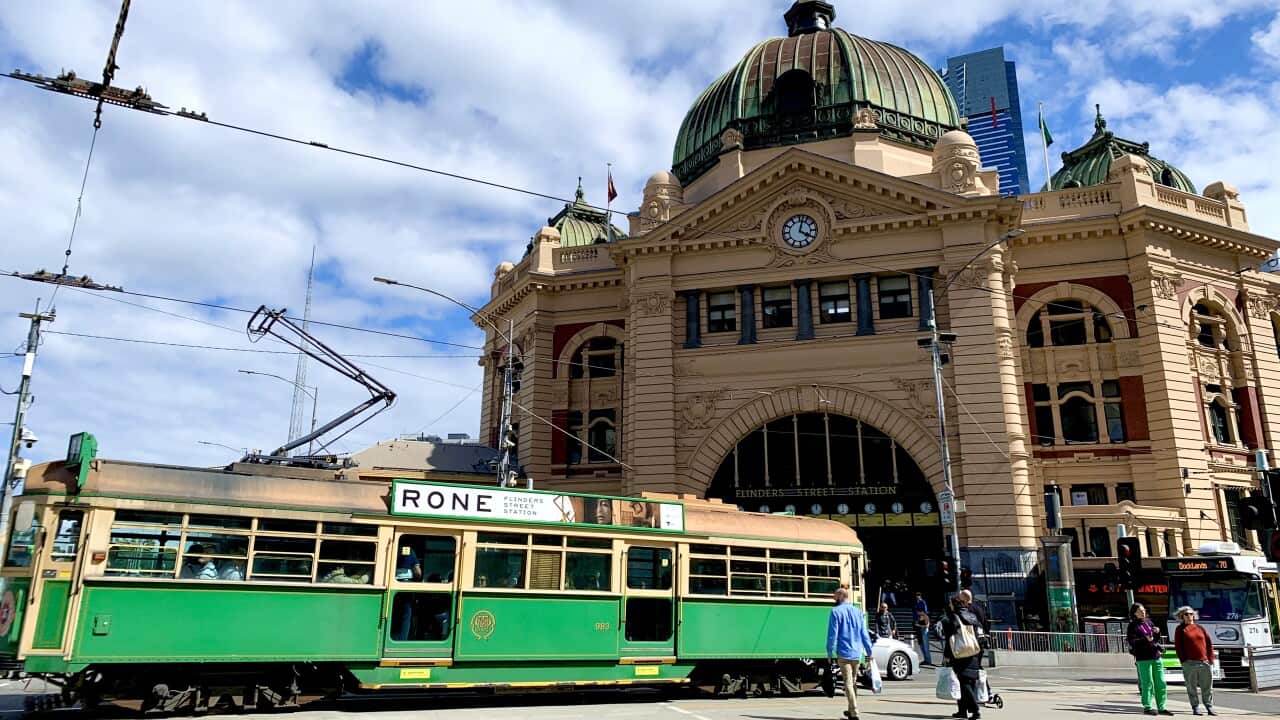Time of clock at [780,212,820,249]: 4:02
